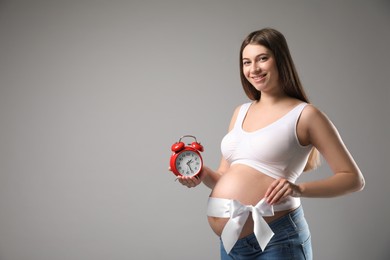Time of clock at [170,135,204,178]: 1:25
